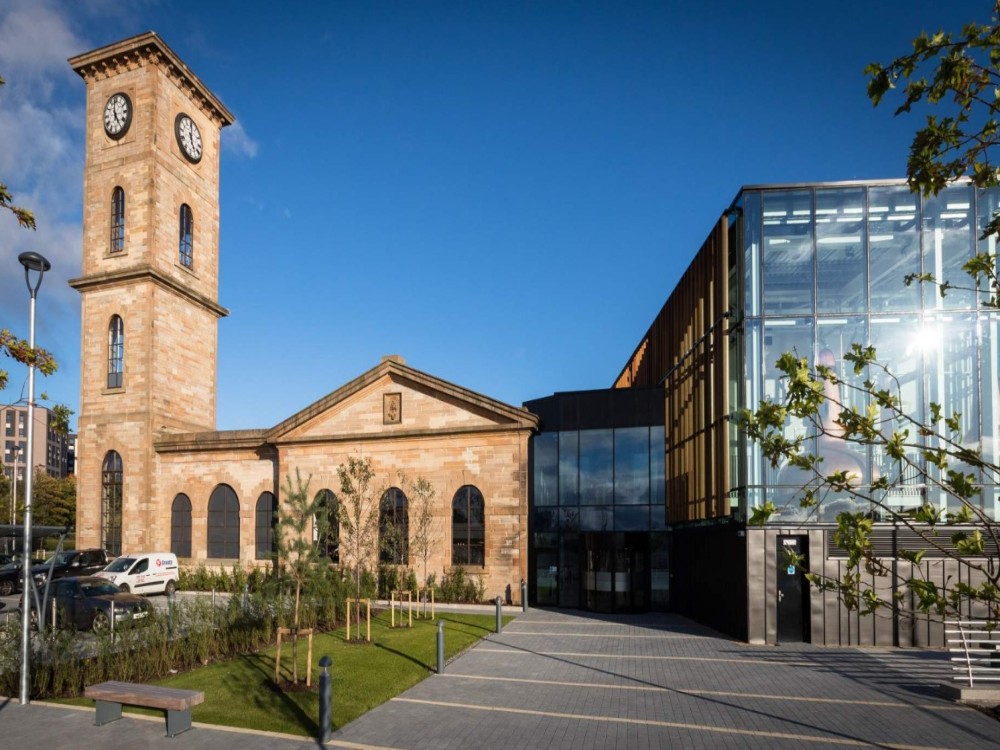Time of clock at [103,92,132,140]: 4:59
